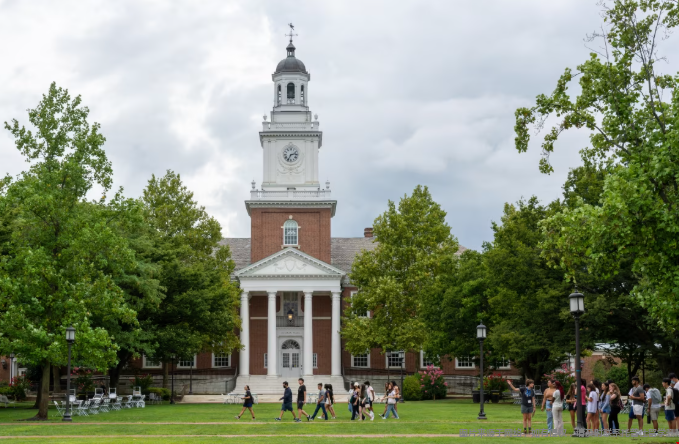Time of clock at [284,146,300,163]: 2:34
